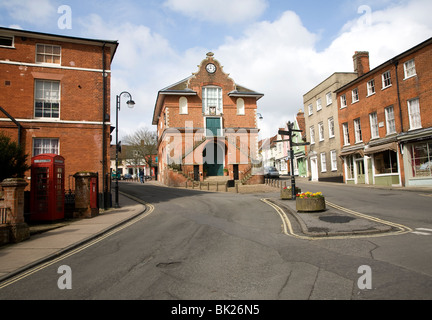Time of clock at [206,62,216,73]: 11:42
